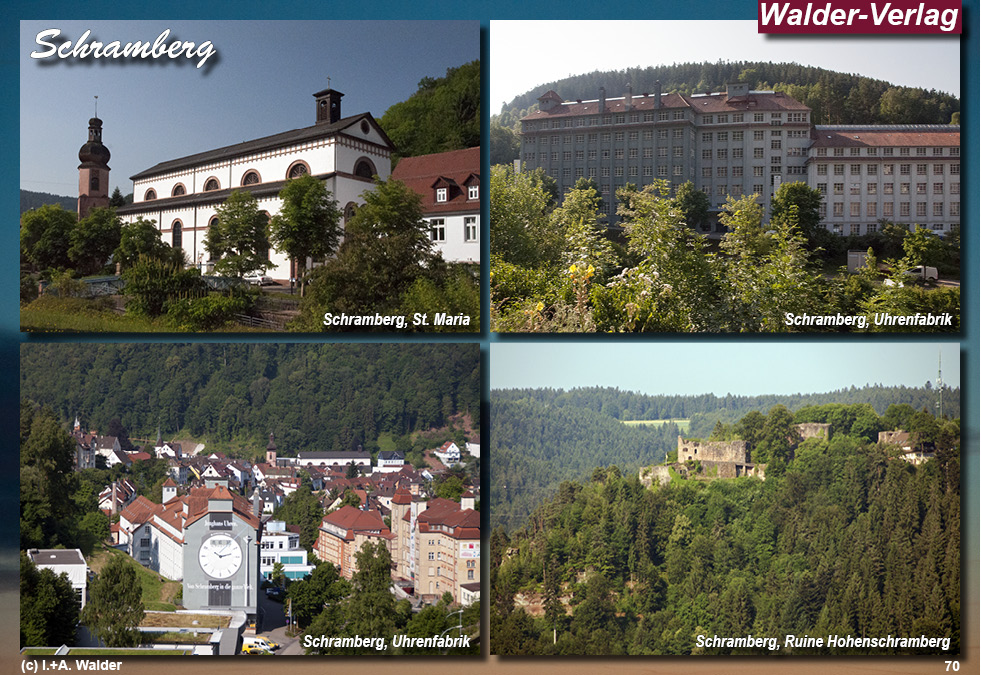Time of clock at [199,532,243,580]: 10:12
